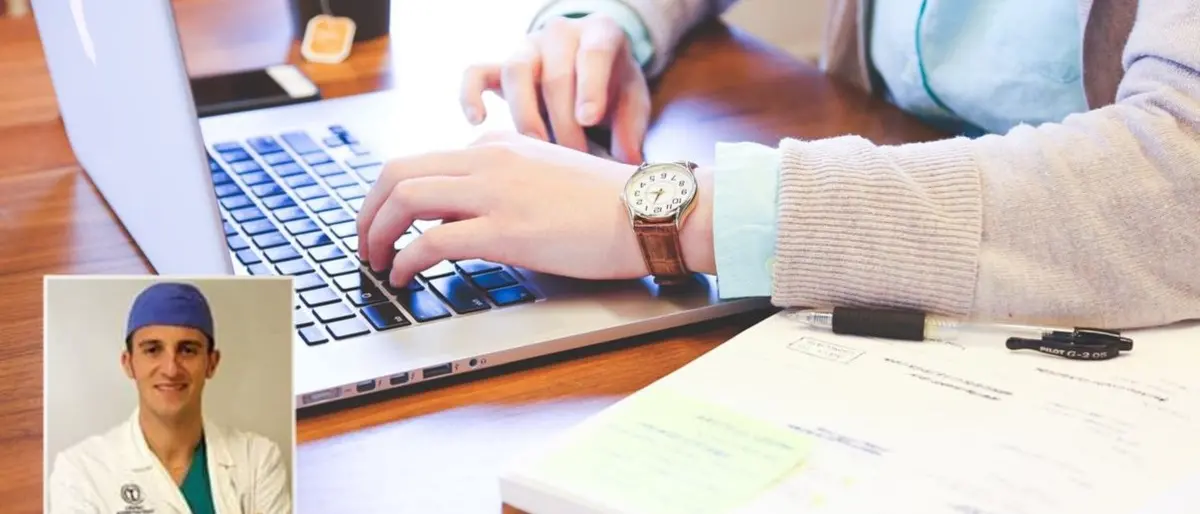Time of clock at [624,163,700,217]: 8:32
